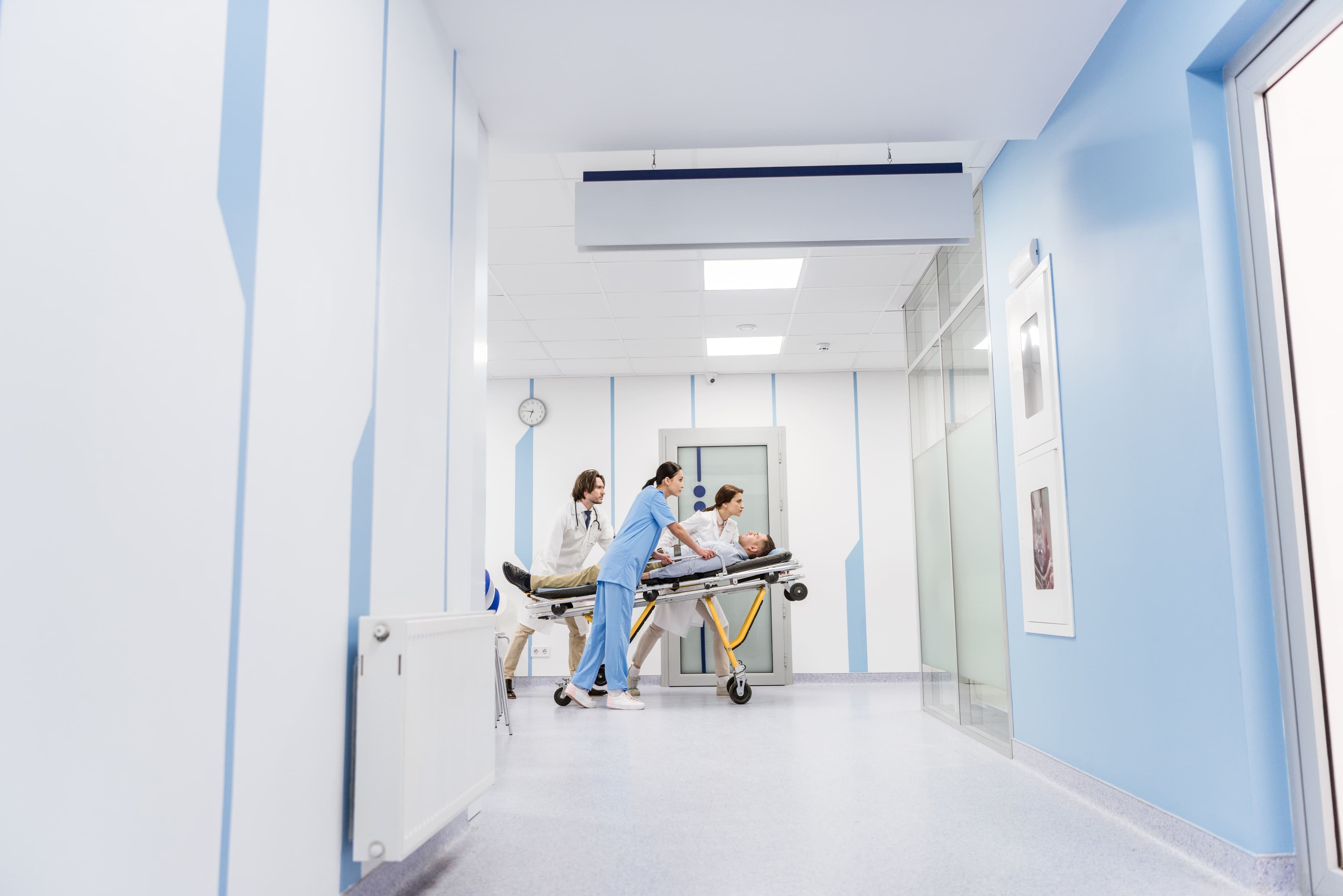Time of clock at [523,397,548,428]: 6:46
